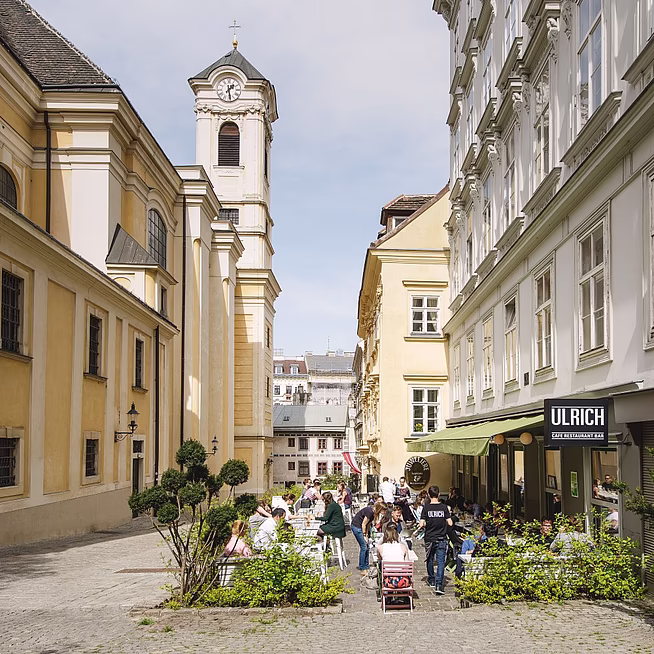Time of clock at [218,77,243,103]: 1:28
